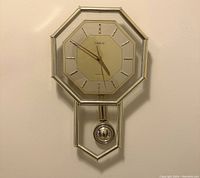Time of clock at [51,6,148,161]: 4:50
